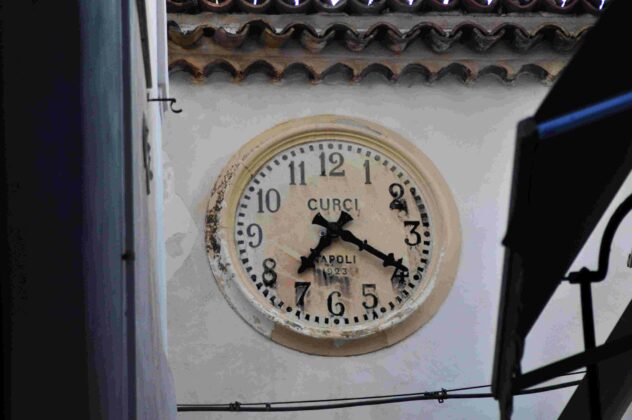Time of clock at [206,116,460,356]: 7:19
